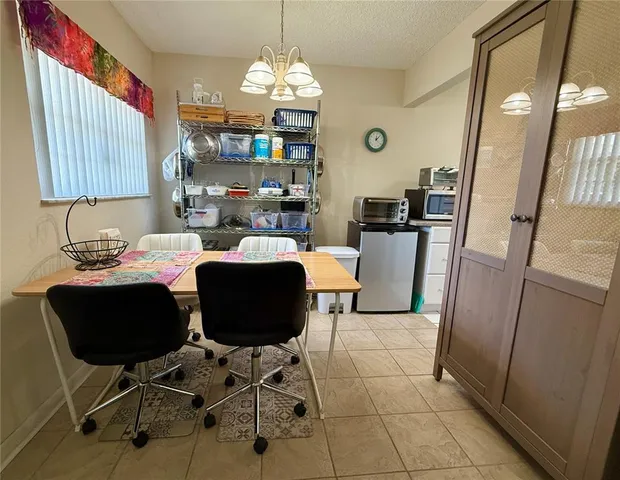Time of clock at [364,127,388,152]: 12:07
